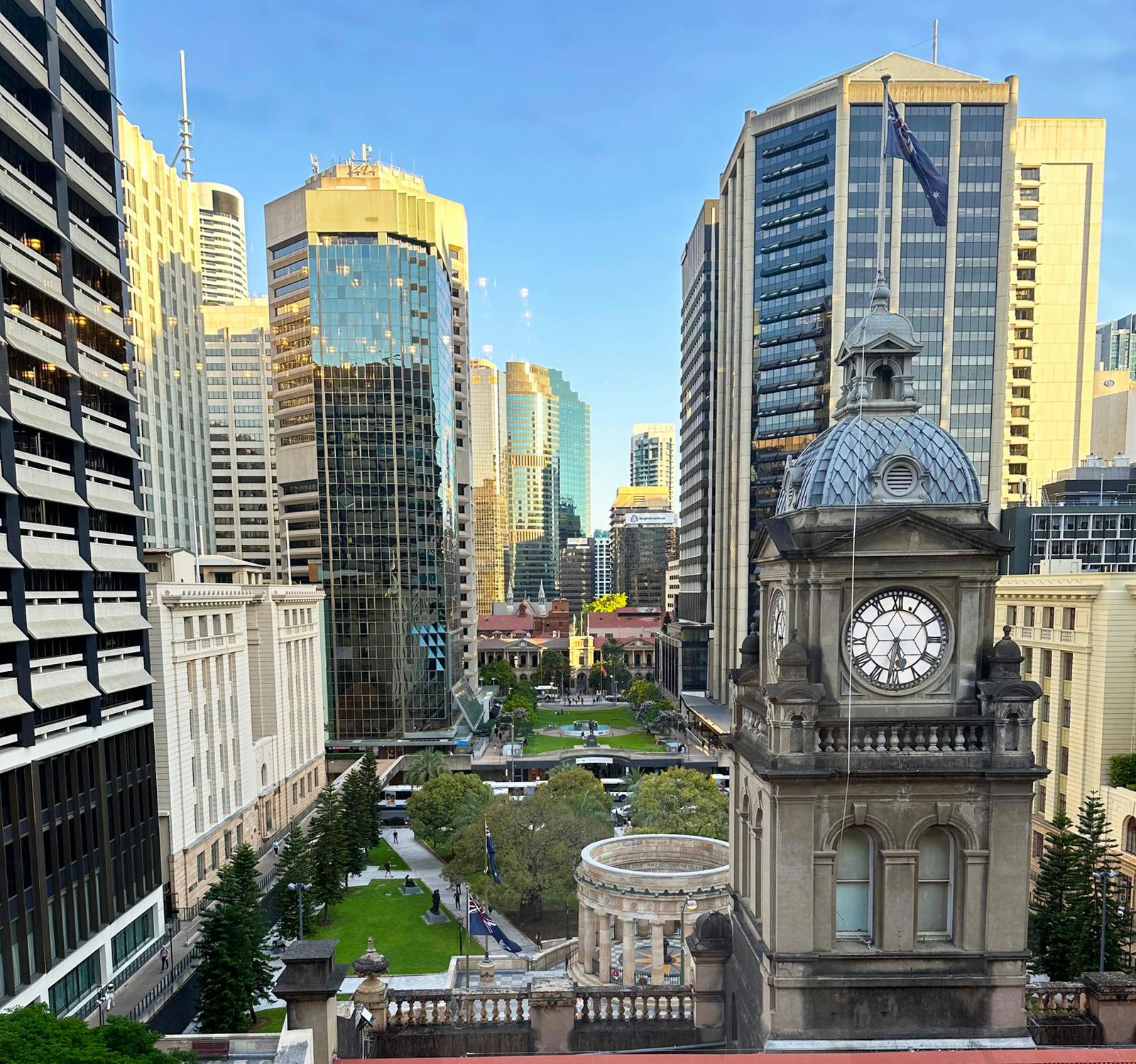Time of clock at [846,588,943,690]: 5:31
